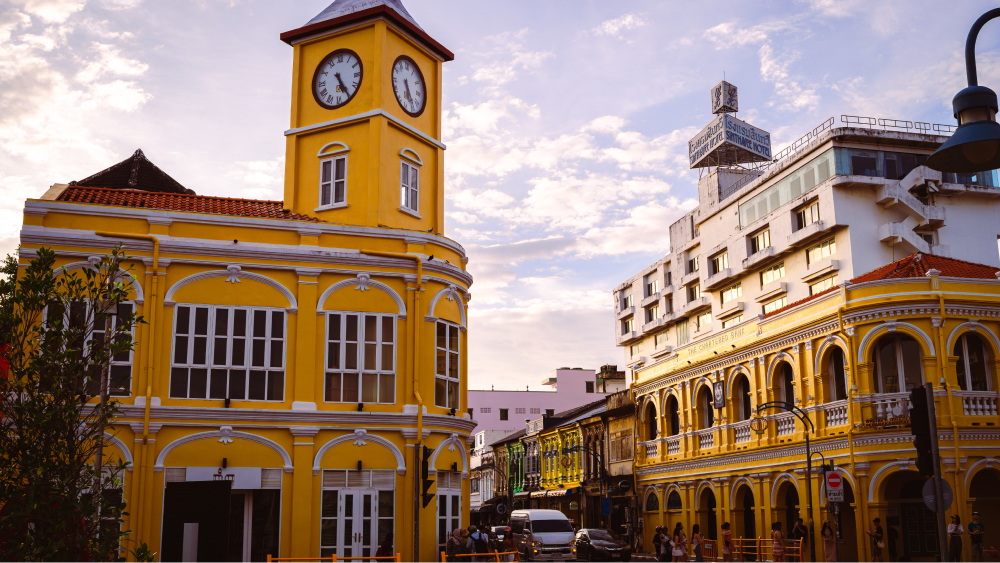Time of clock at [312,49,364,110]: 5:24
